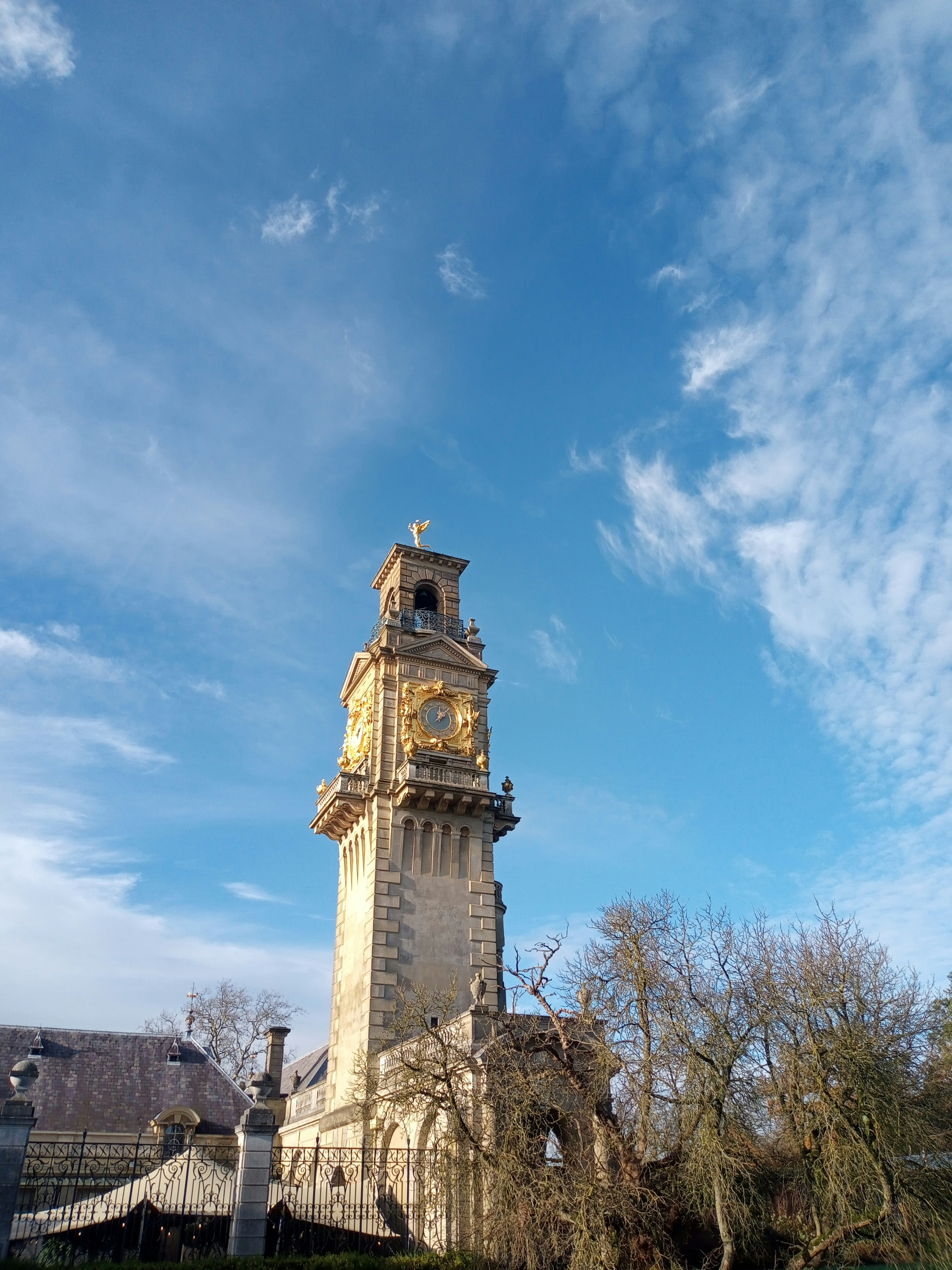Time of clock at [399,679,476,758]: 12:07
